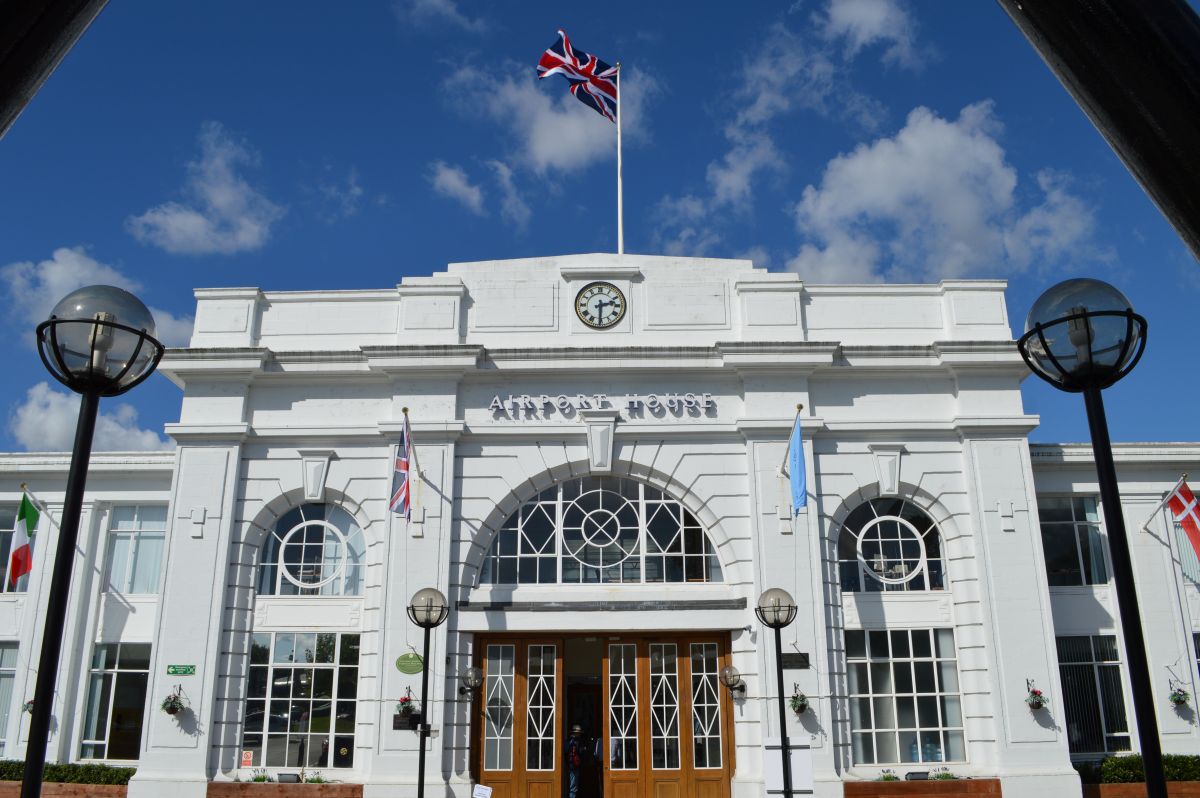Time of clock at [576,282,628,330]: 2:30
